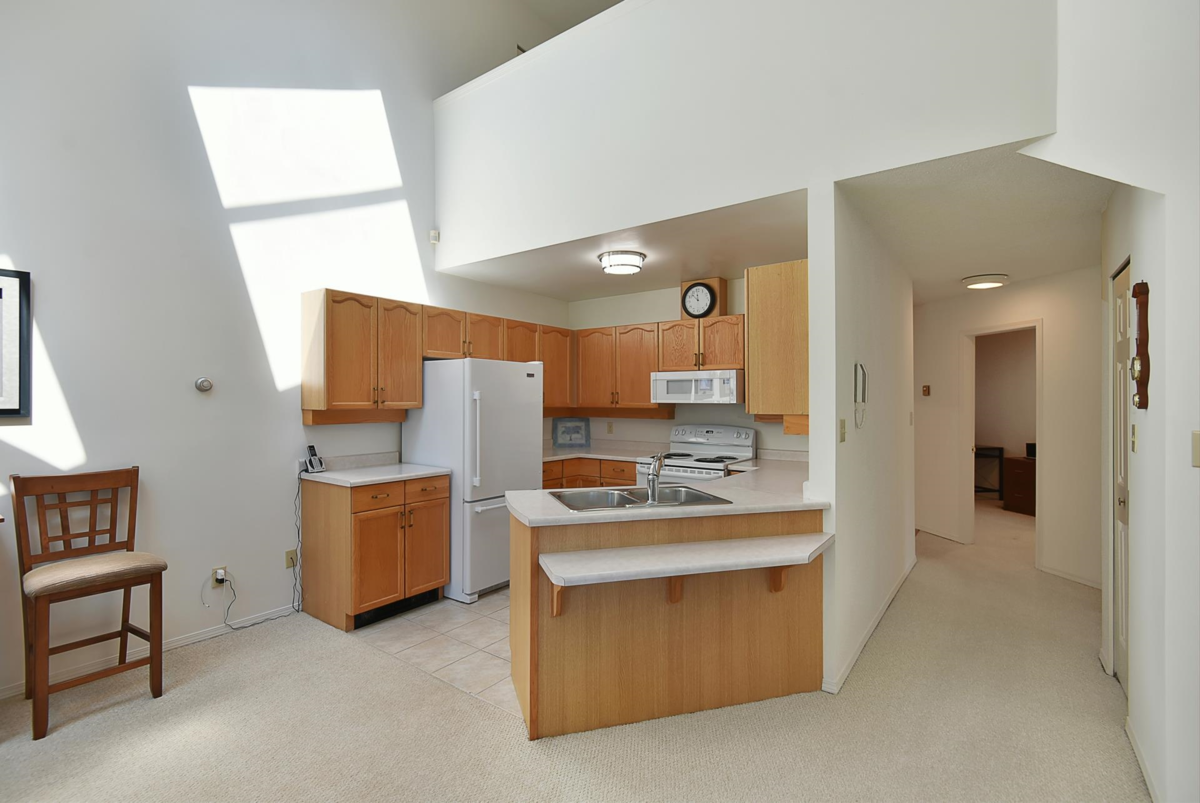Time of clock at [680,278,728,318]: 11:52
